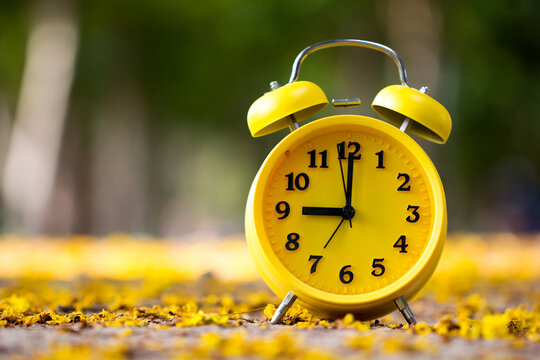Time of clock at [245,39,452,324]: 9:00
